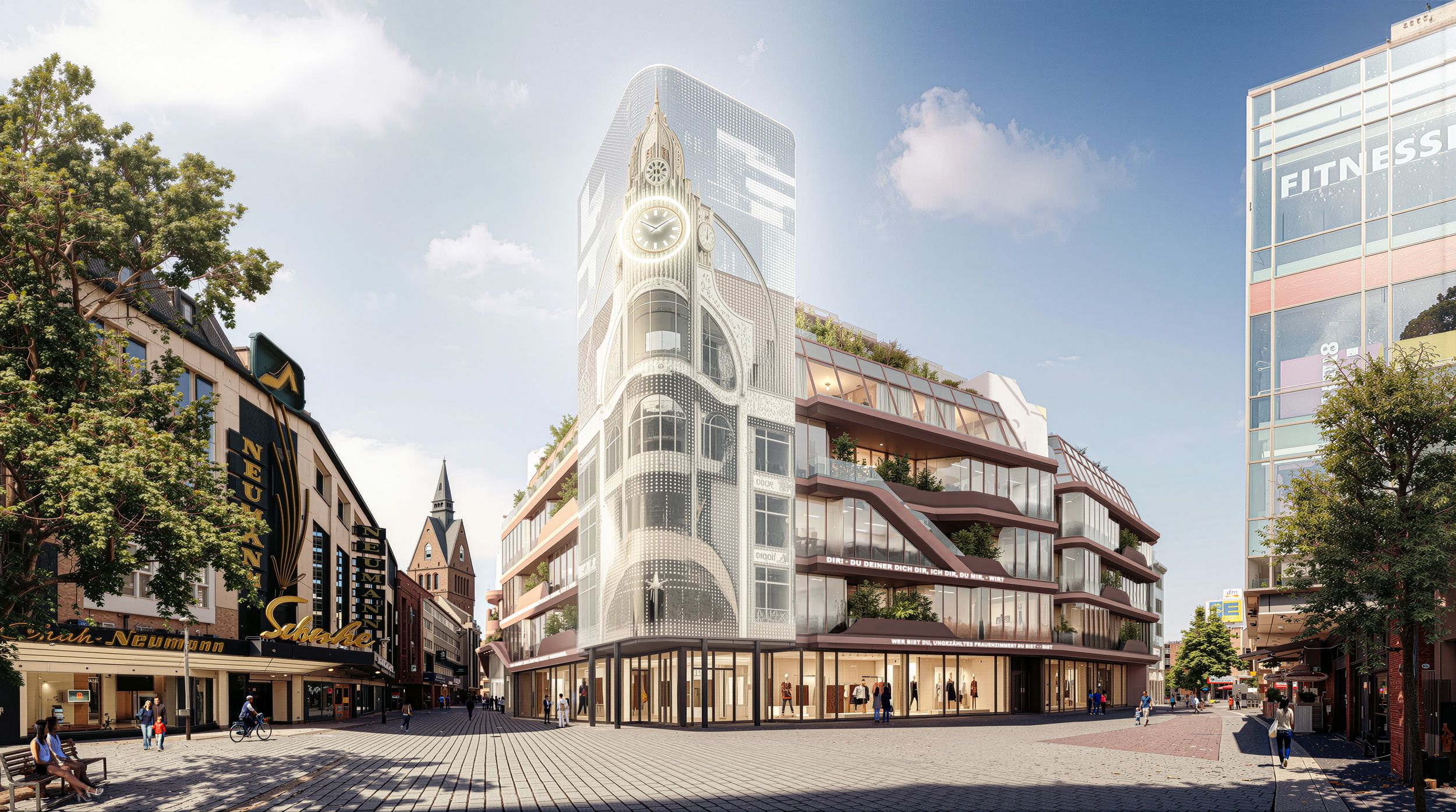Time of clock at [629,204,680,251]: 10:08
